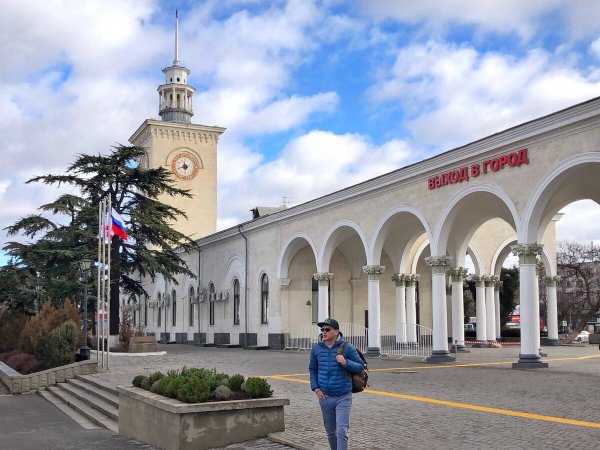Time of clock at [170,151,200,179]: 11:41
